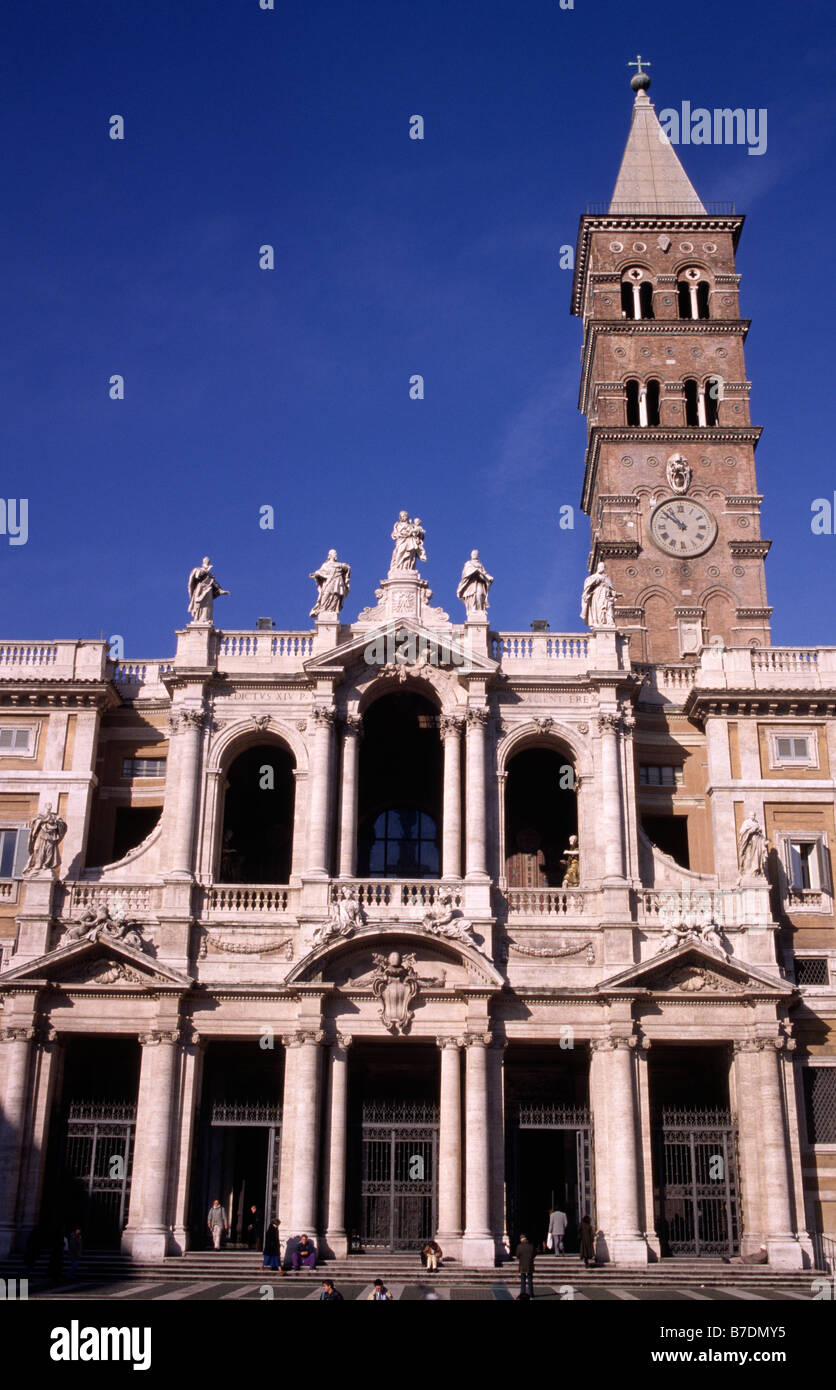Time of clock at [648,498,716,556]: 10:51
